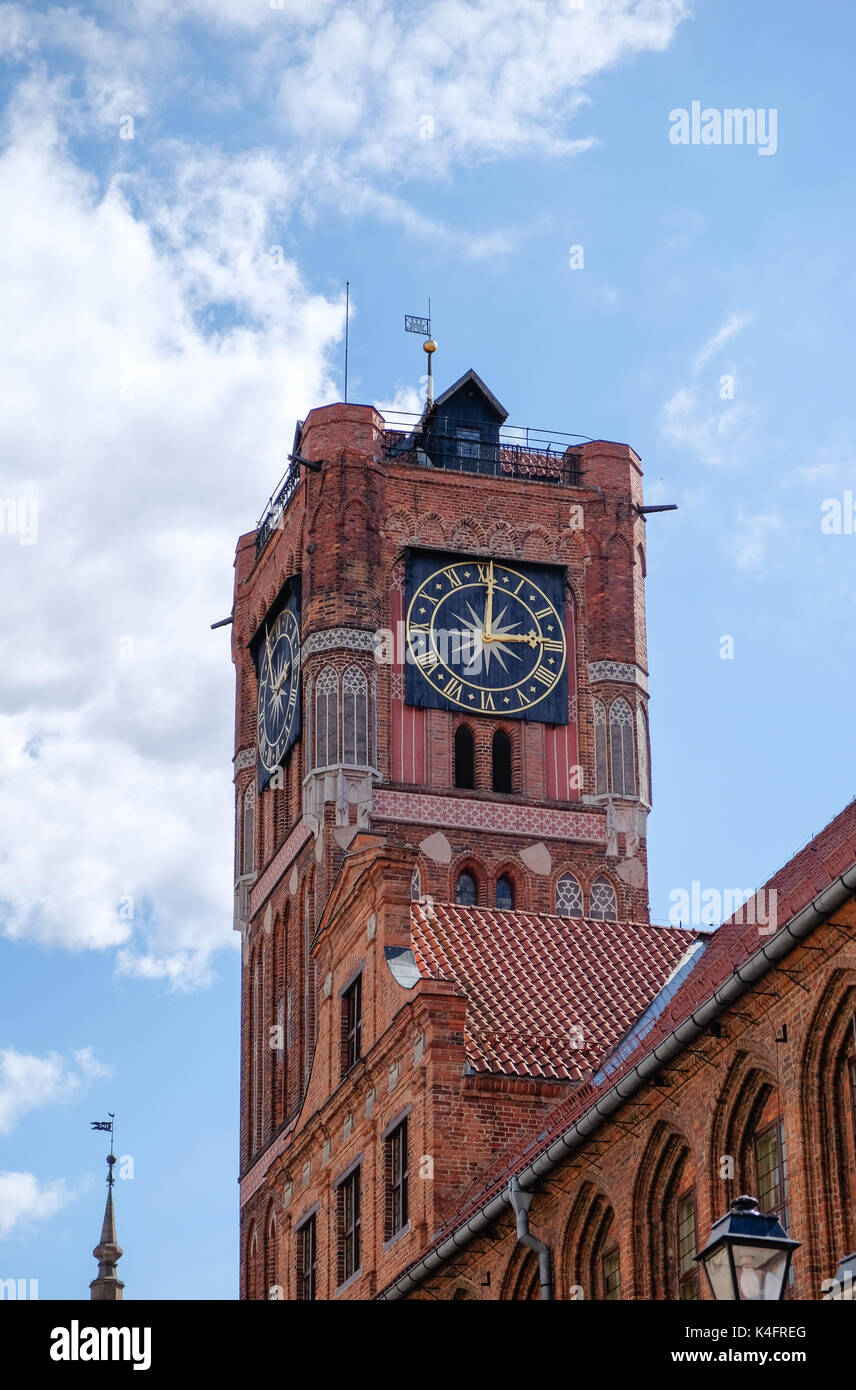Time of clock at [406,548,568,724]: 3:00
